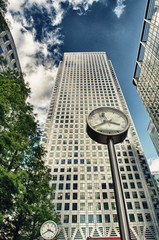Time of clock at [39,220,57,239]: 3:40
